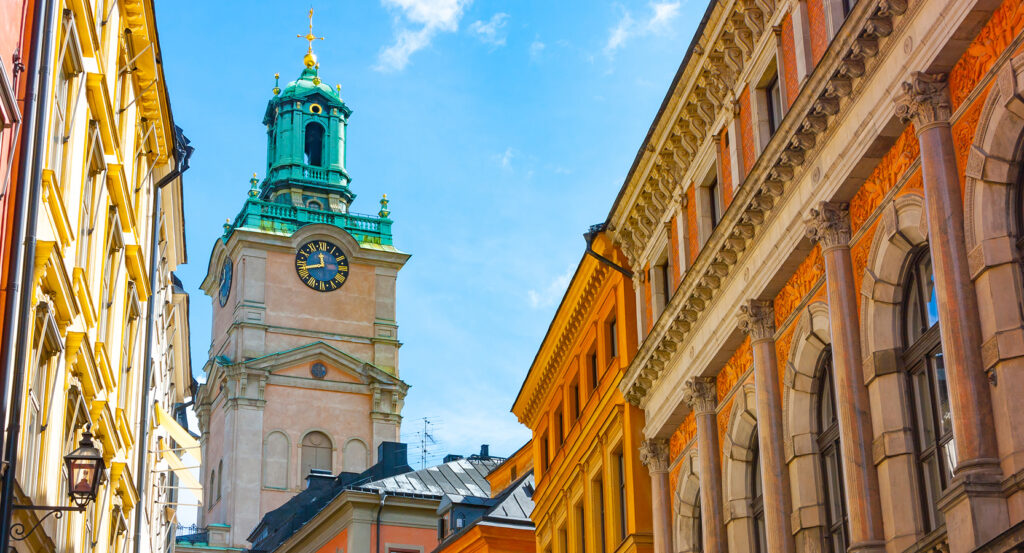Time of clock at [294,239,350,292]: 11:43
